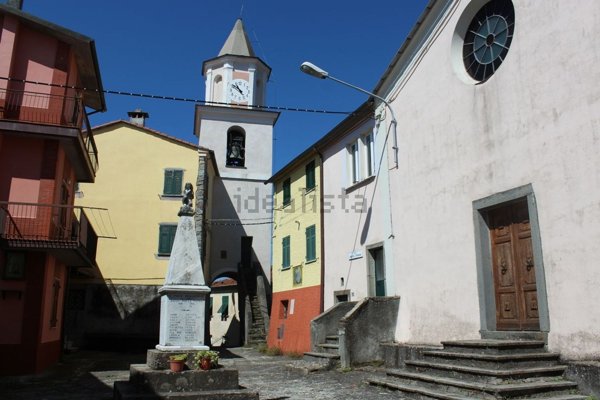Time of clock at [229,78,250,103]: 10:51
